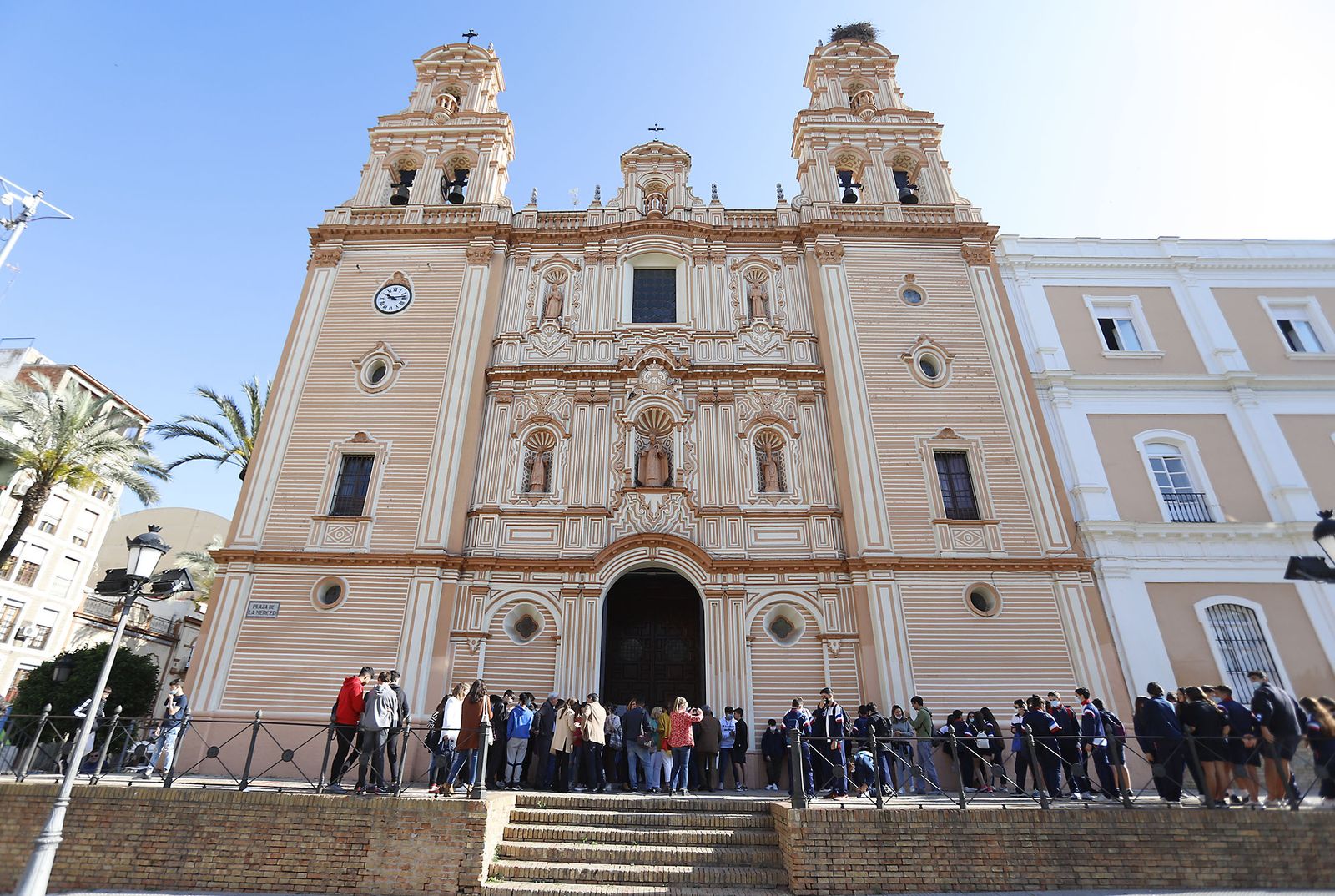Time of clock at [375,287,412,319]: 10:13
